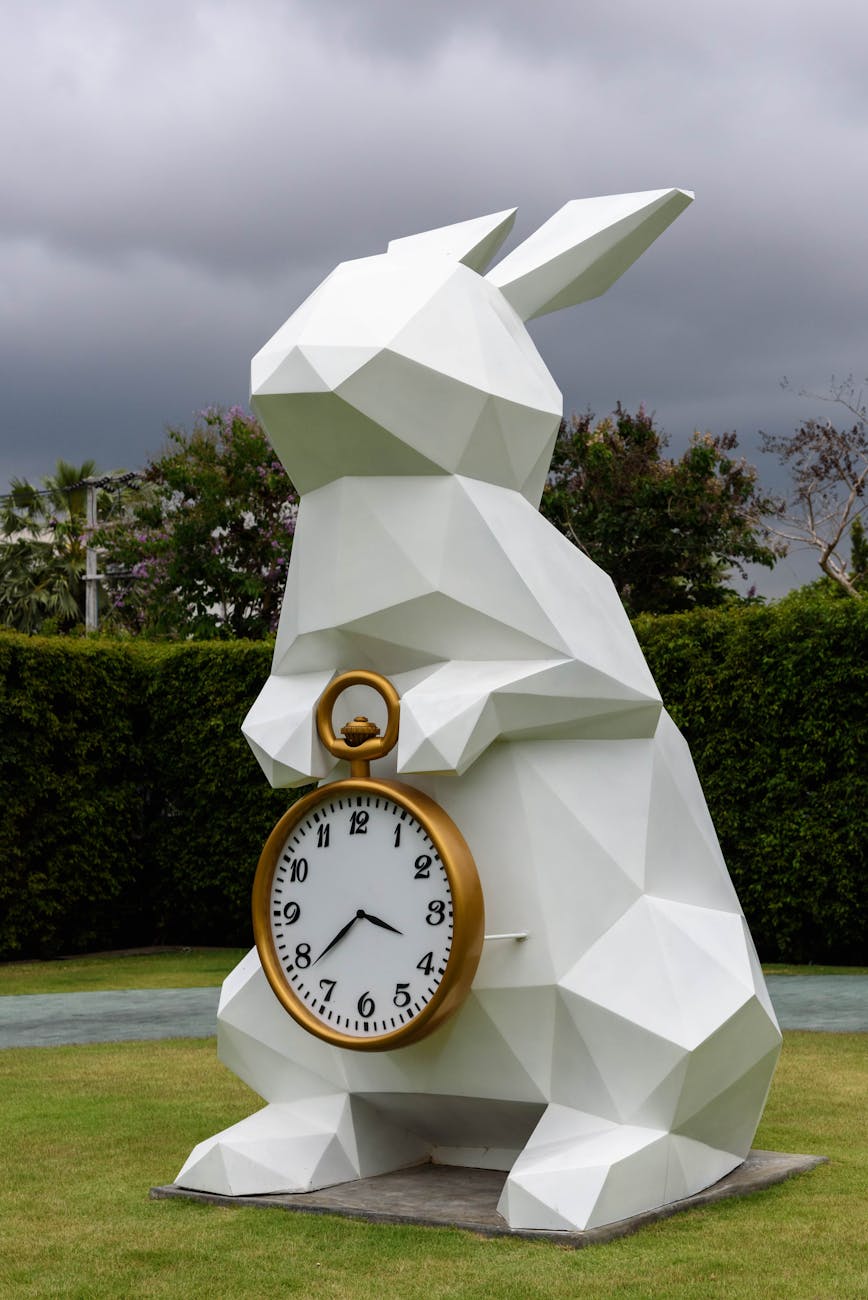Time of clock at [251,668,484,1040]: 3:38
